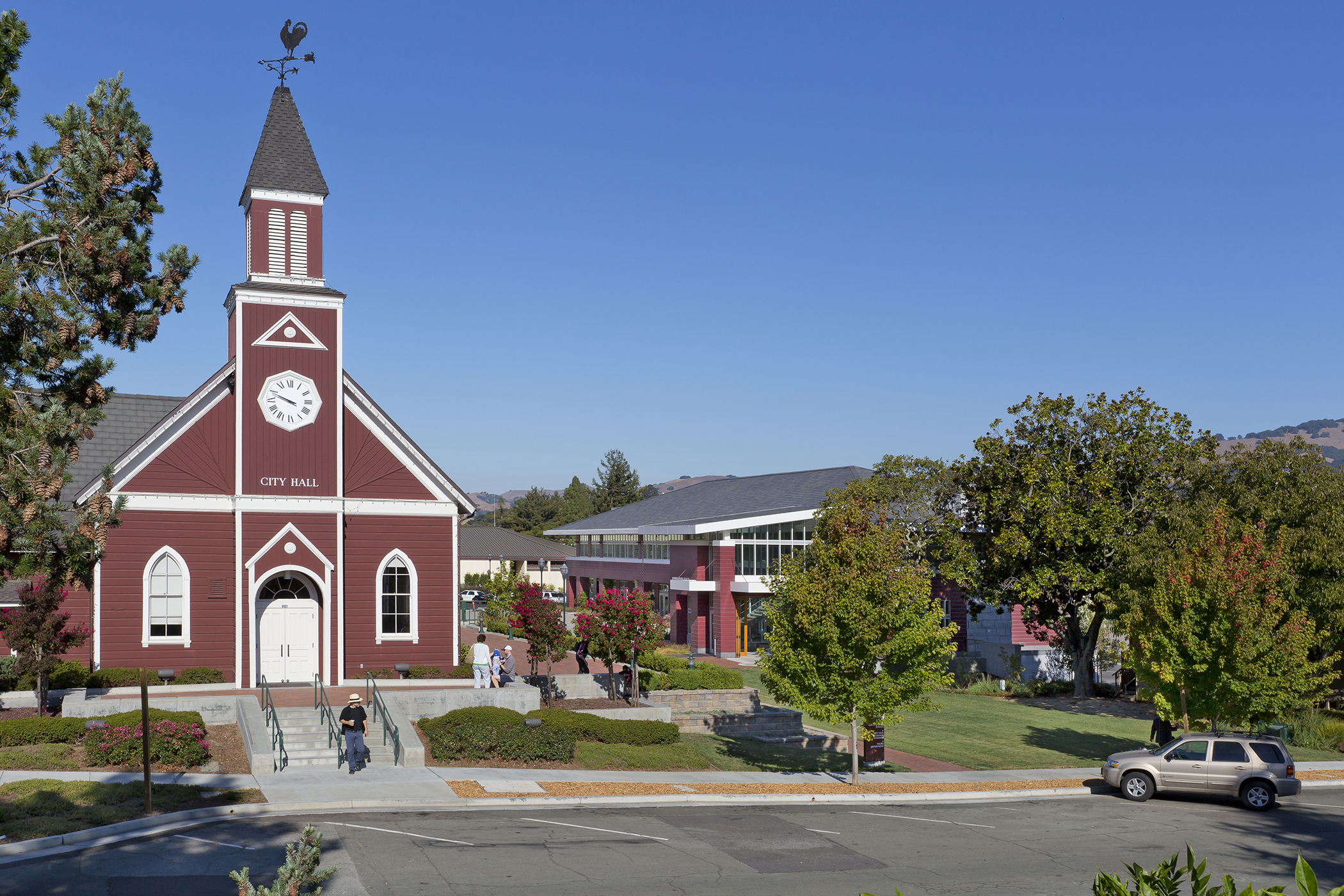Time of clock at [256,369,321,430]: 9:48
